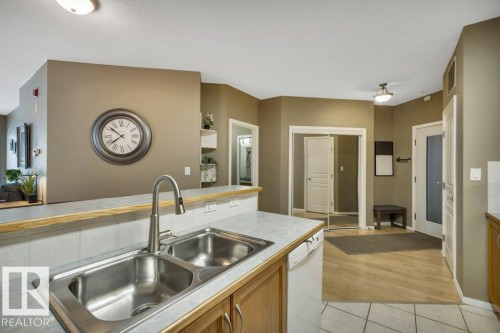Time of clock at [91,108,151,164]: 7:51
